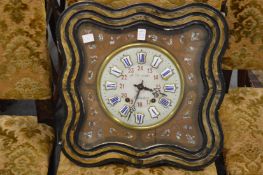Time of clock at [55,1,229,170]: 3:33
